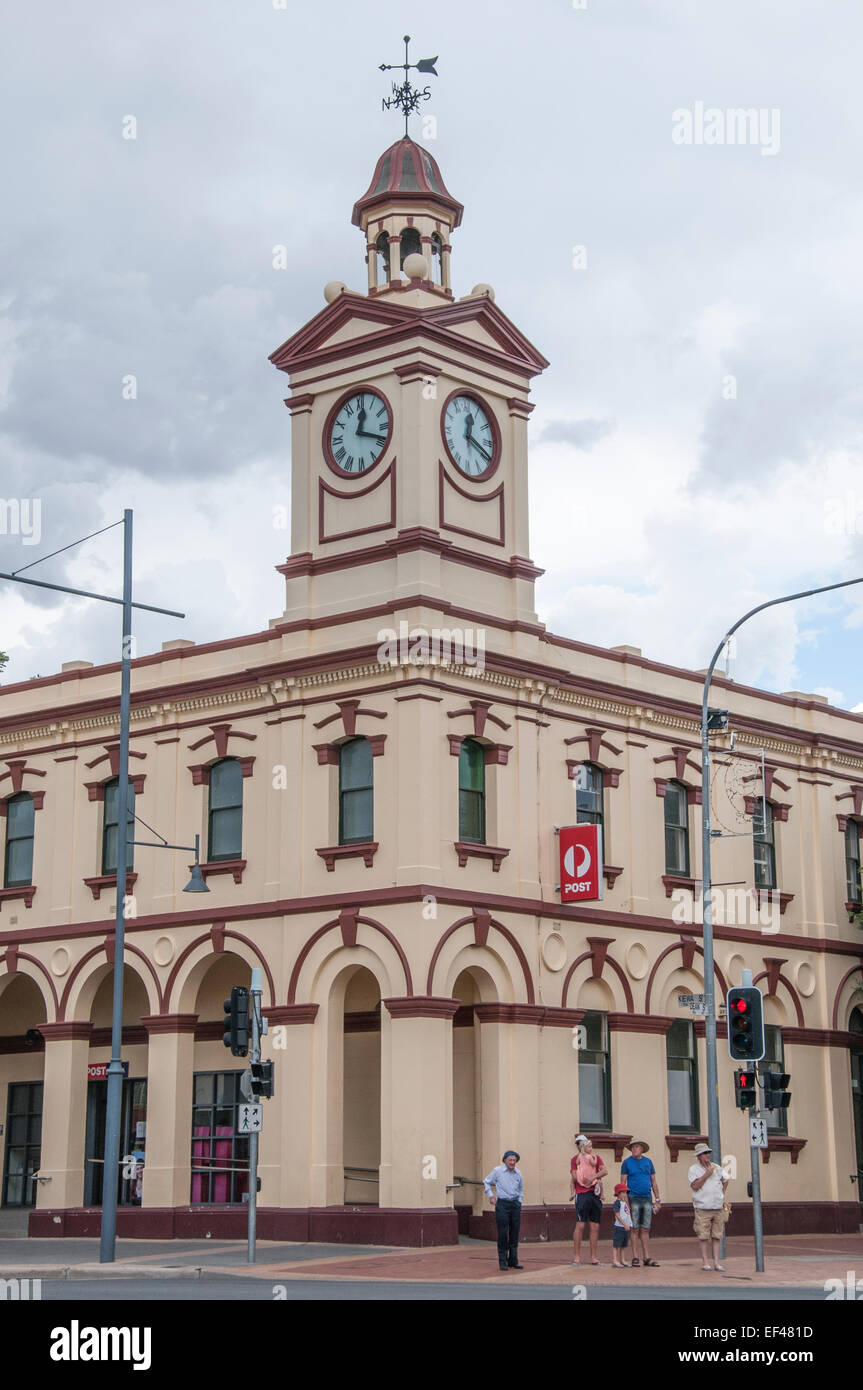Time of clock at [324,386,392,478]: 12:18
